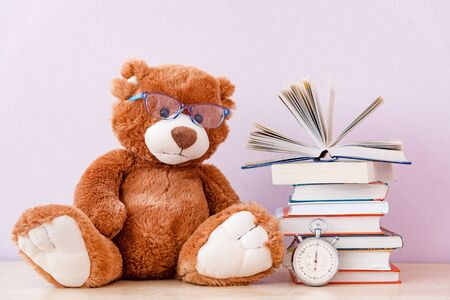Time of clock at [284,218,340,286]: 5:59
